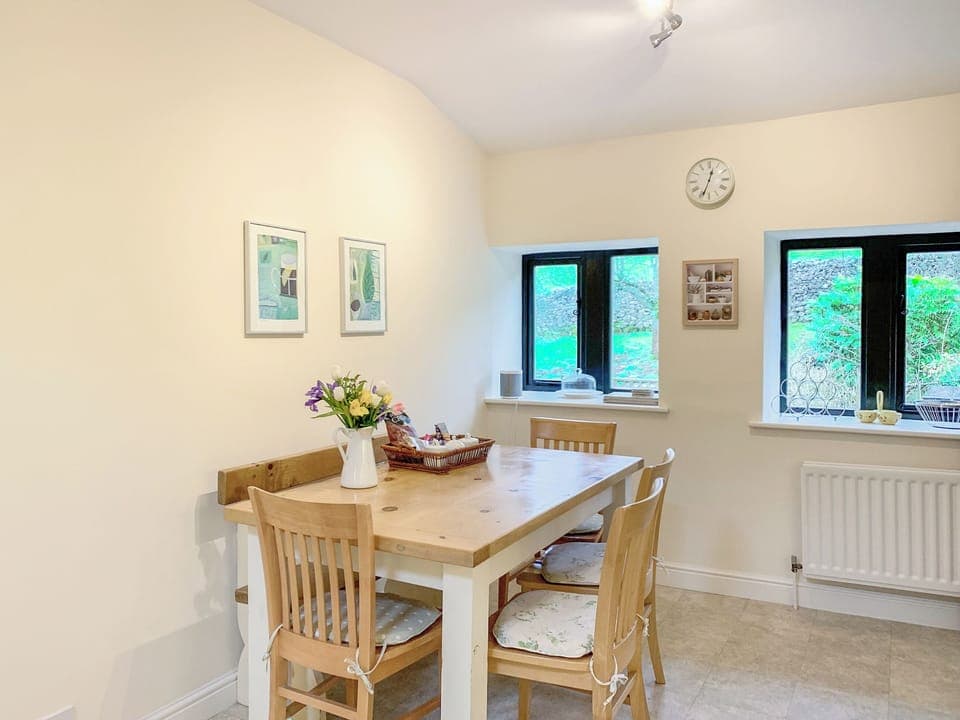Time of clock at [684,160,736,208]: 12:33
